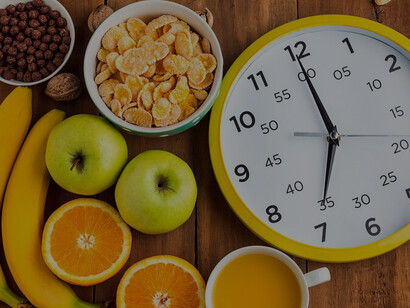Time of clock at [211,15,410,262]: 6:59
